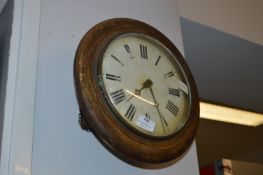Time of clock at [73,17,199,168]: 7:25
